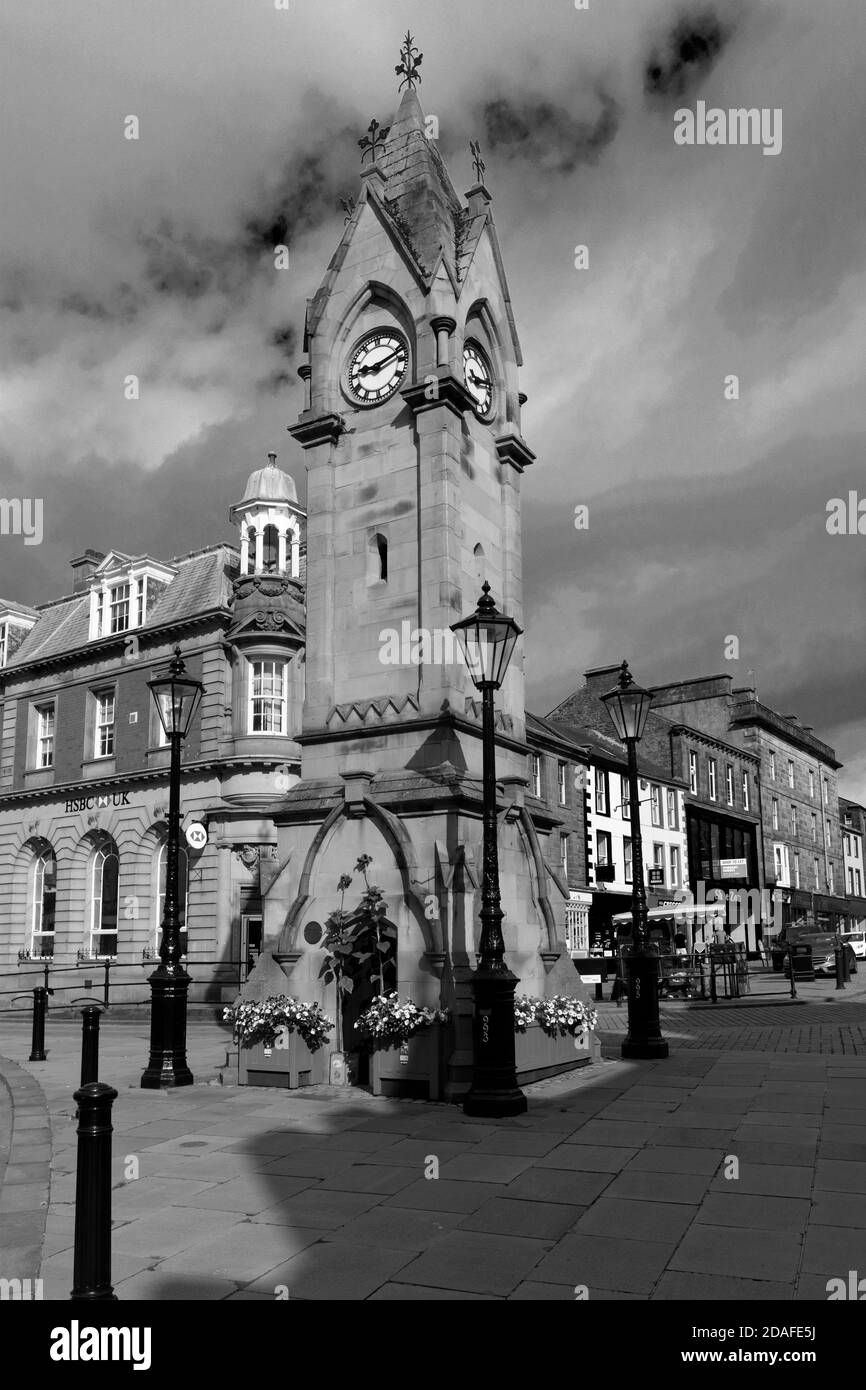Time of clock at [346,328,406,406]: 9:11
